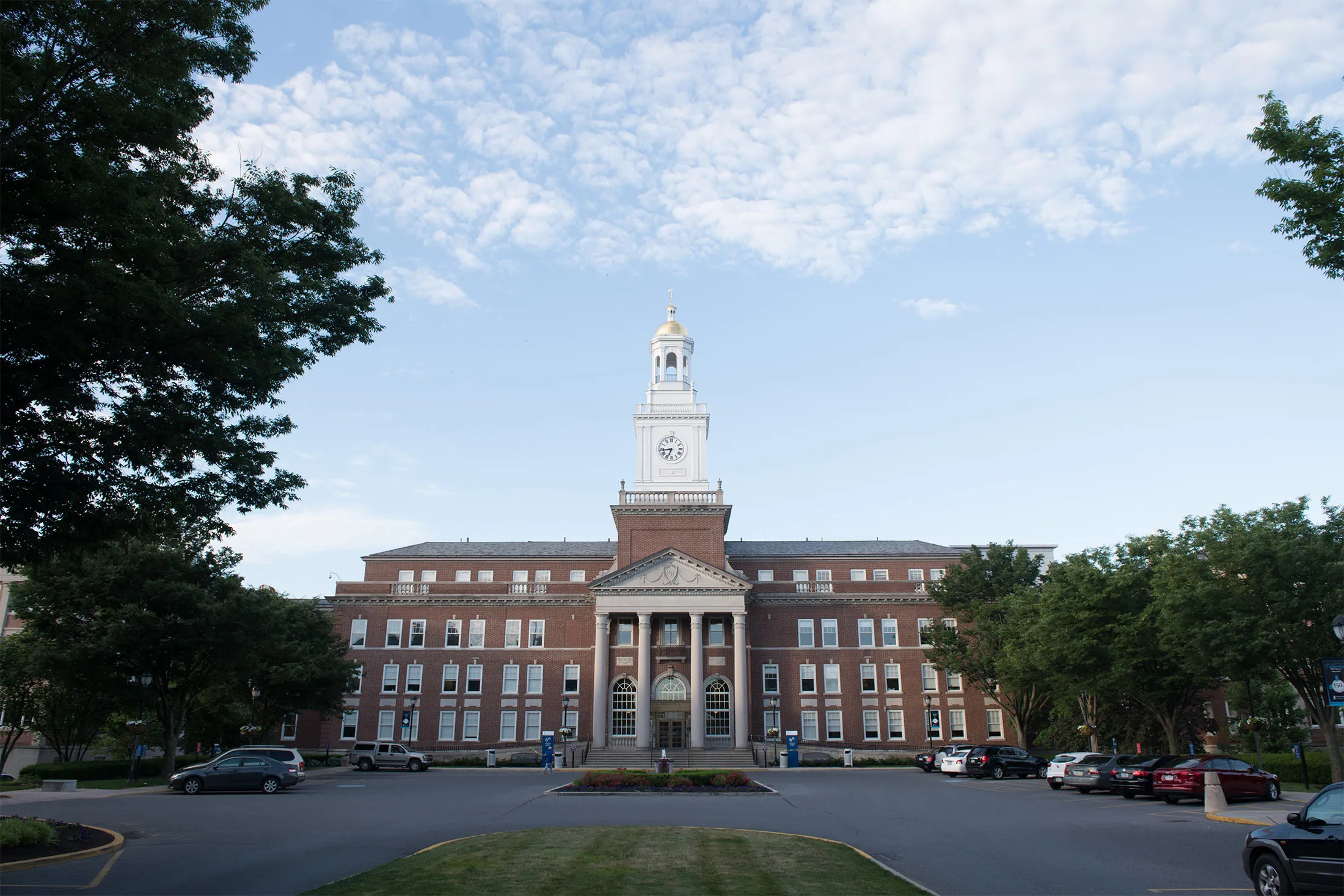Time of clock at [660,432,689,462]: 6:43
